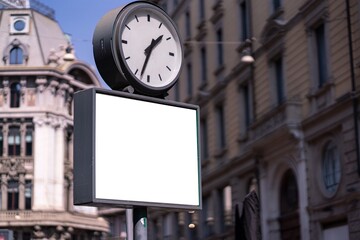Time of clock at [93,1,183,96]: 1:33
